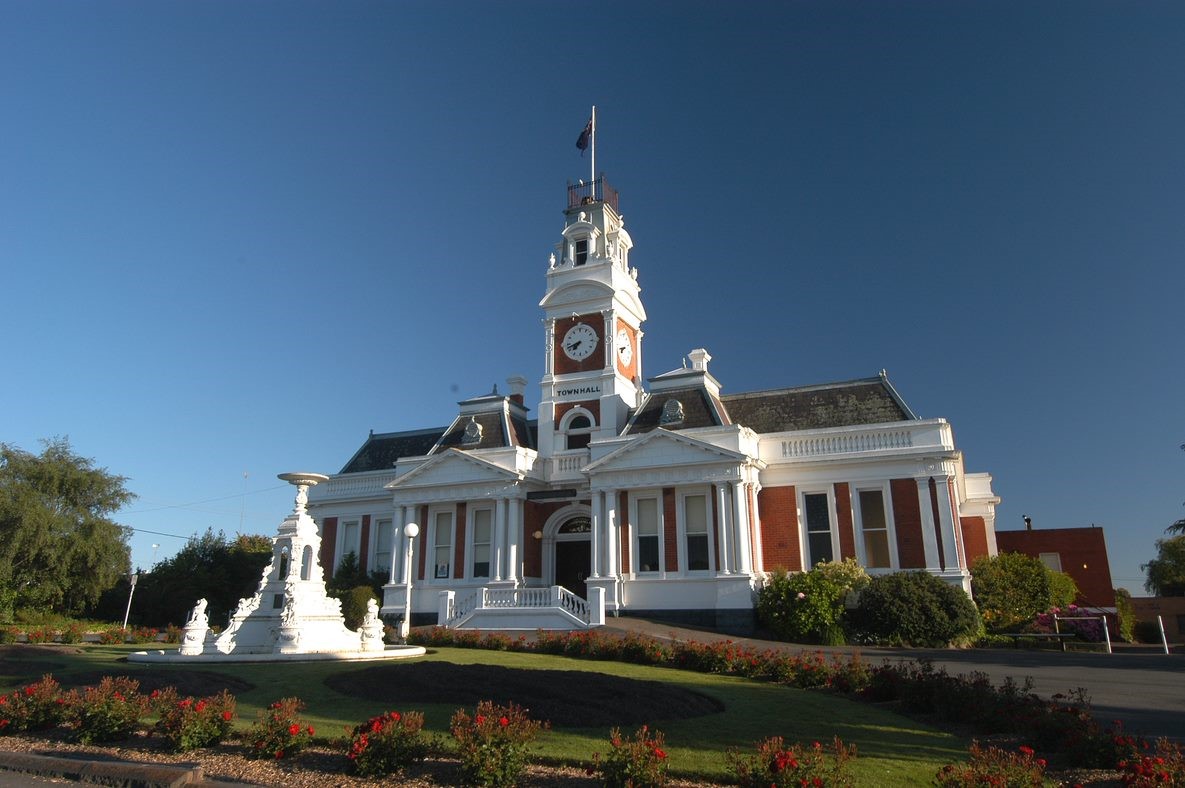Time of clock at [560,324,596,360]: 7:42
